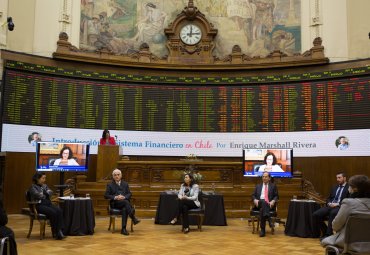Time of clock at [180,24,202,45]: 12:13
